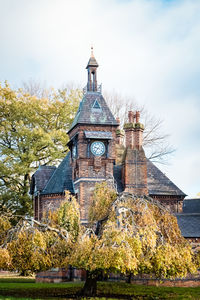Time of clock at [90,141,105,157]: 9:36
